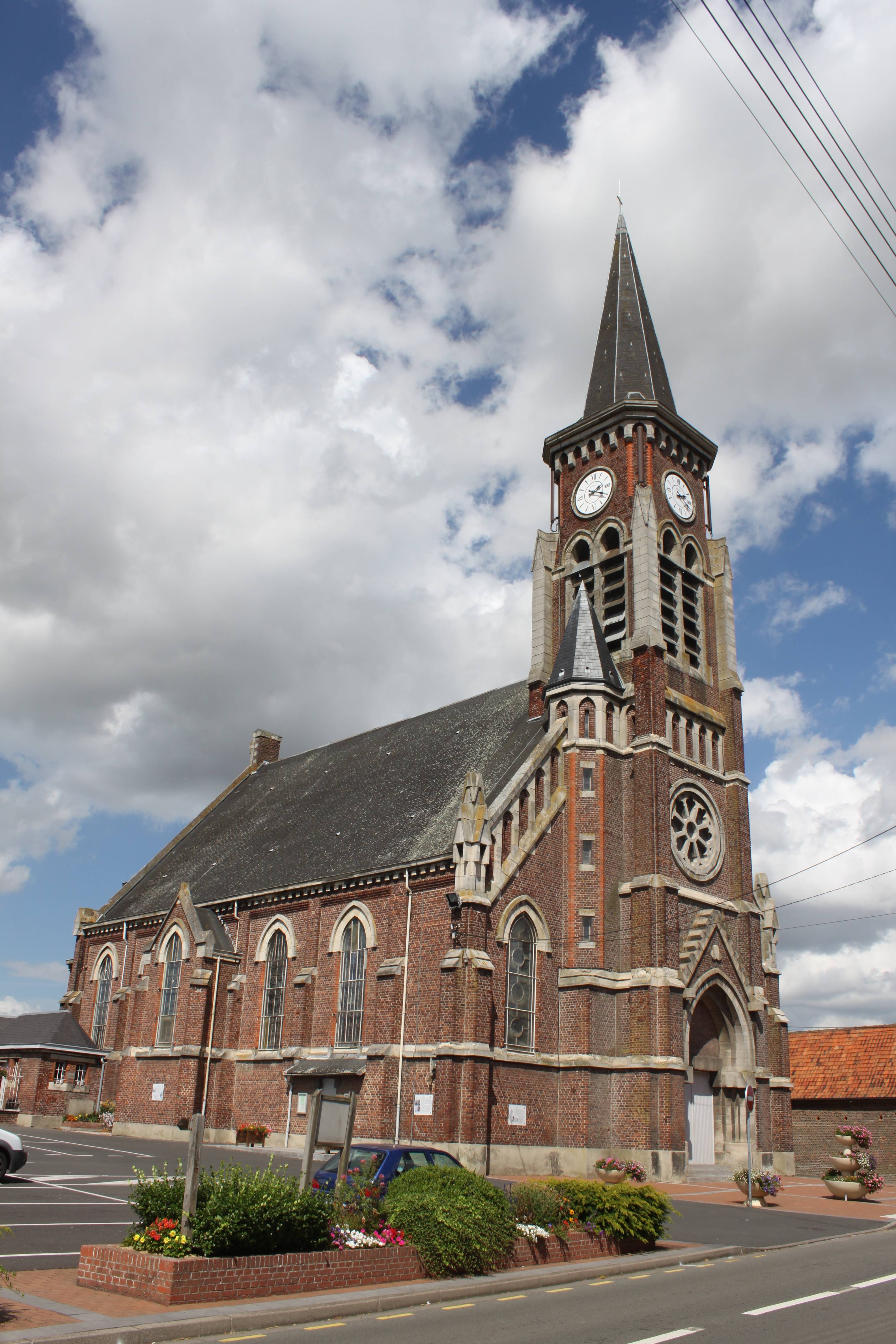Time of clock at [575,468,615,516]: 2:19
